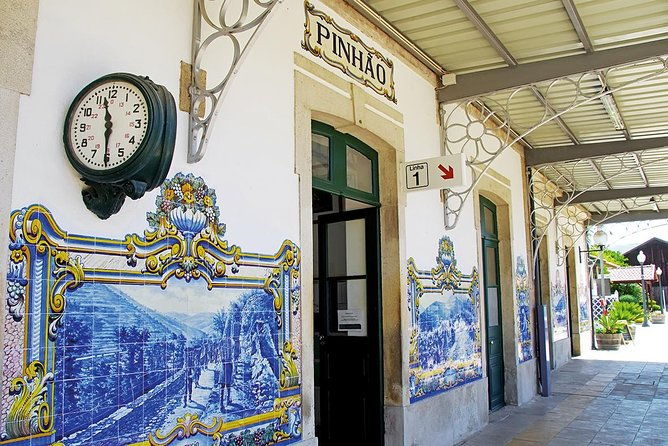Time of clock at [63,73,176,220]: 11:30
